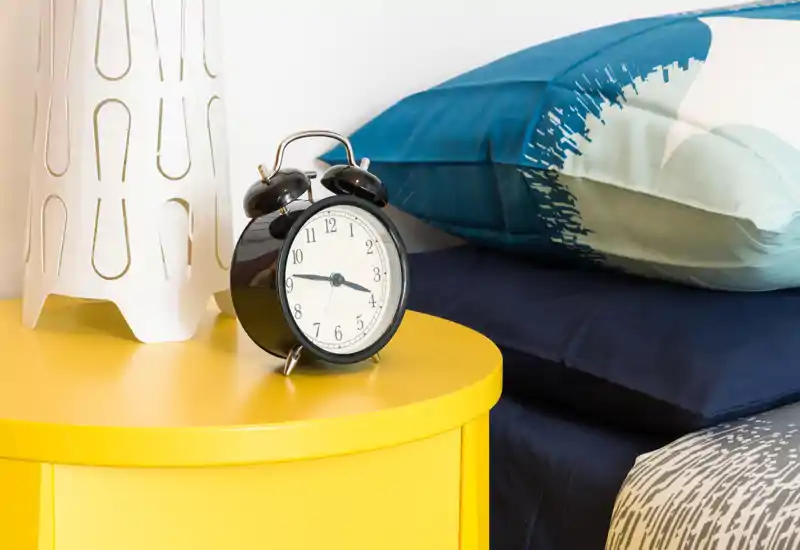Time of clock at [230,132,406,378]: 3:46
